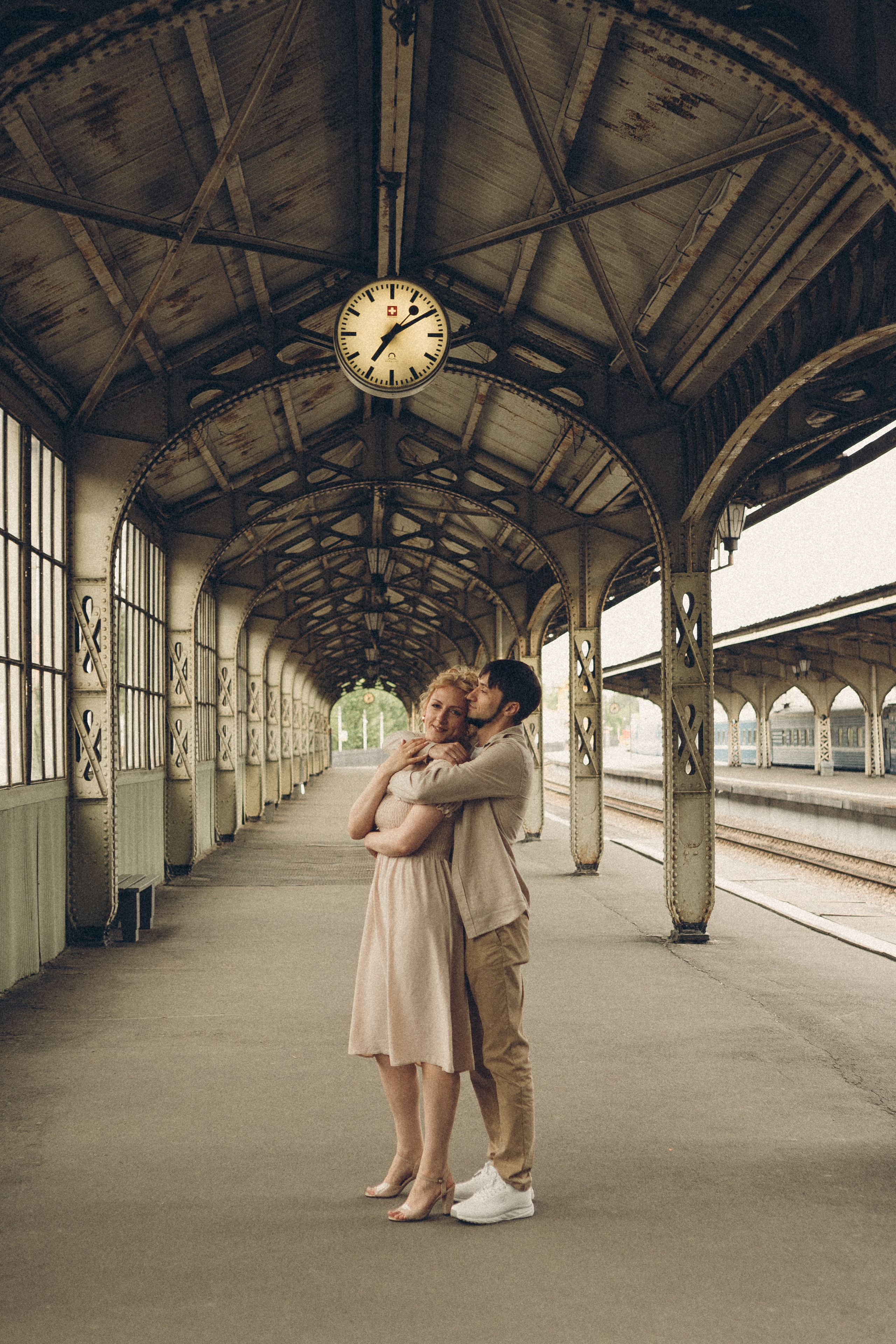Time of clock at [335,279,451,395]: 7:09
